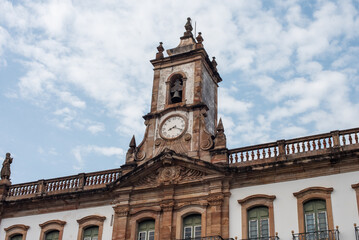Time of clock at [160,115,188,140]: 8:19
